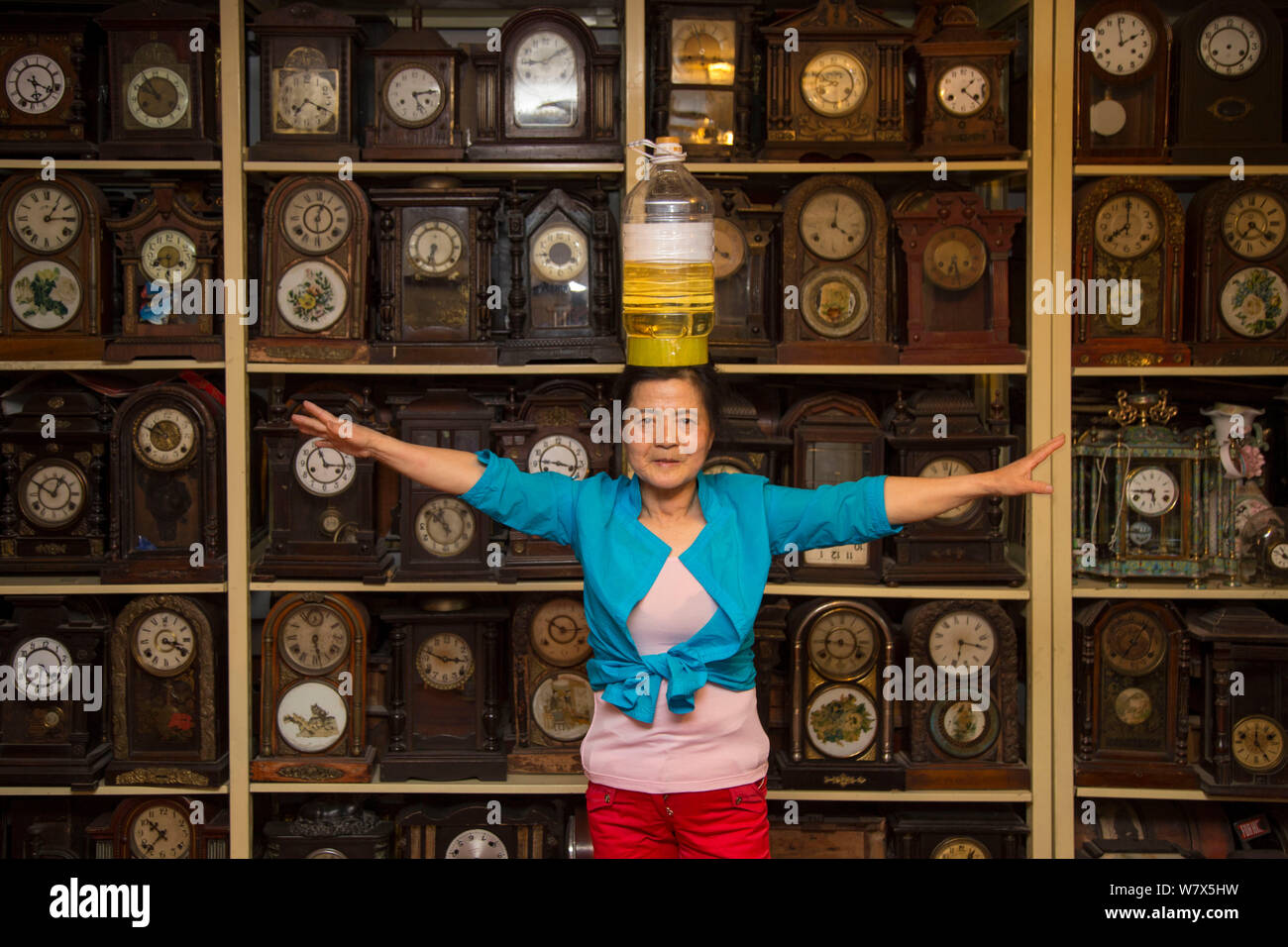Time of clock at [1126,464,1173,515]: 5:44
